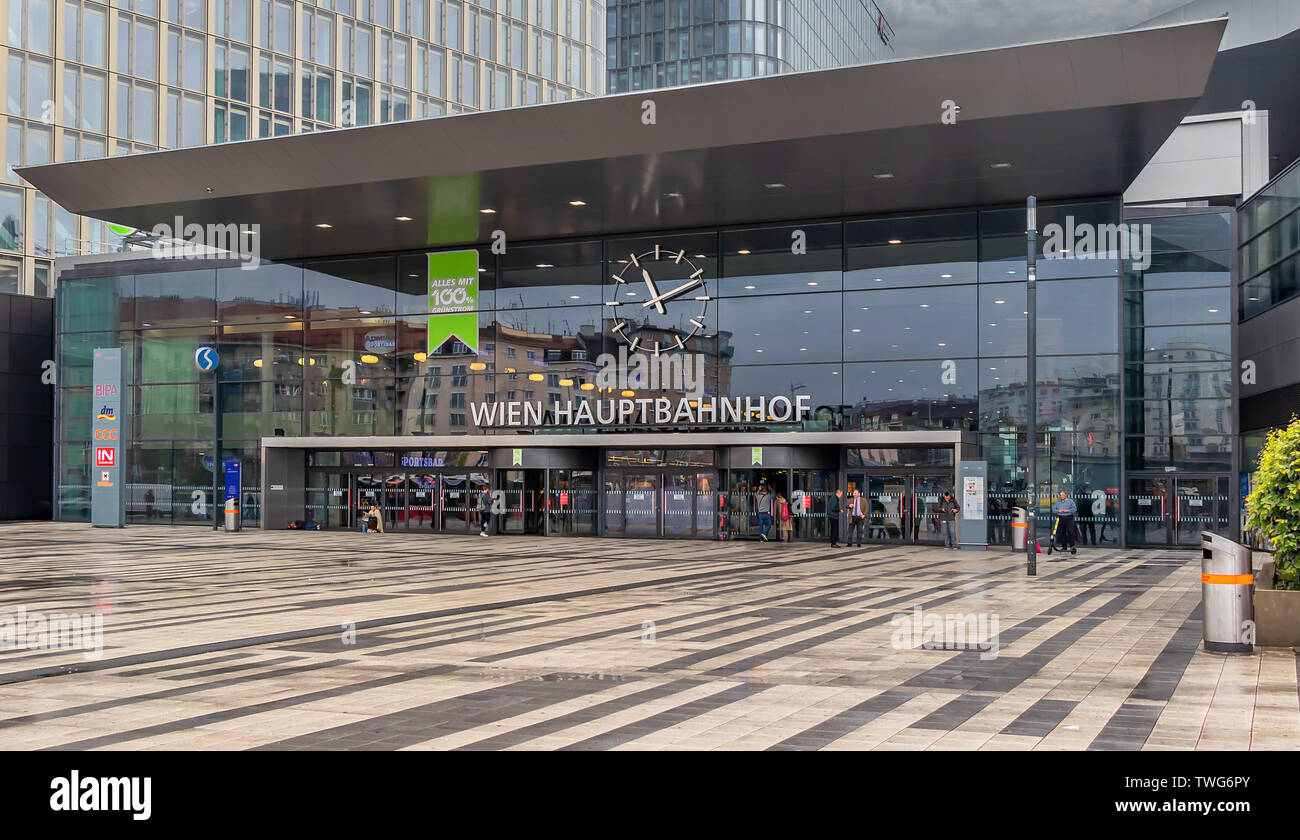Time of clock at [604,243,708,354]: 11:11
